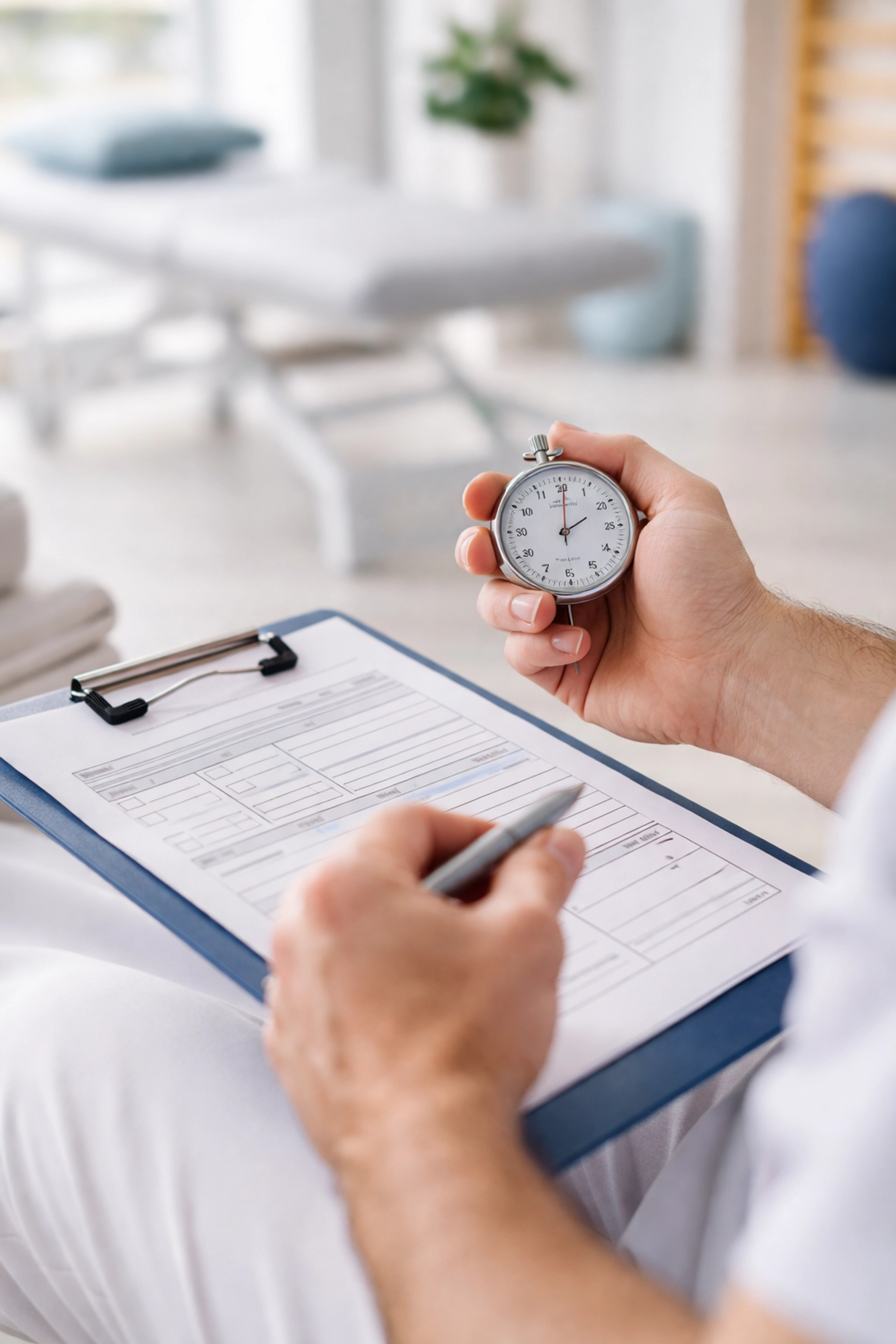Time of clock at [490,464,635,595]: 2:00
